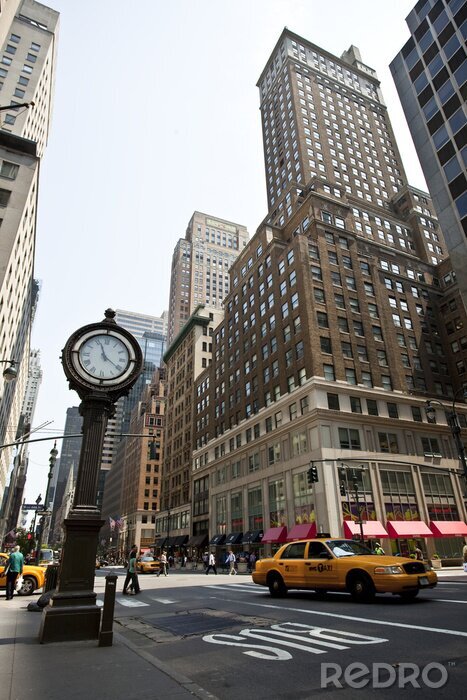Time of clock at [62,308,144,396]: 11:20
